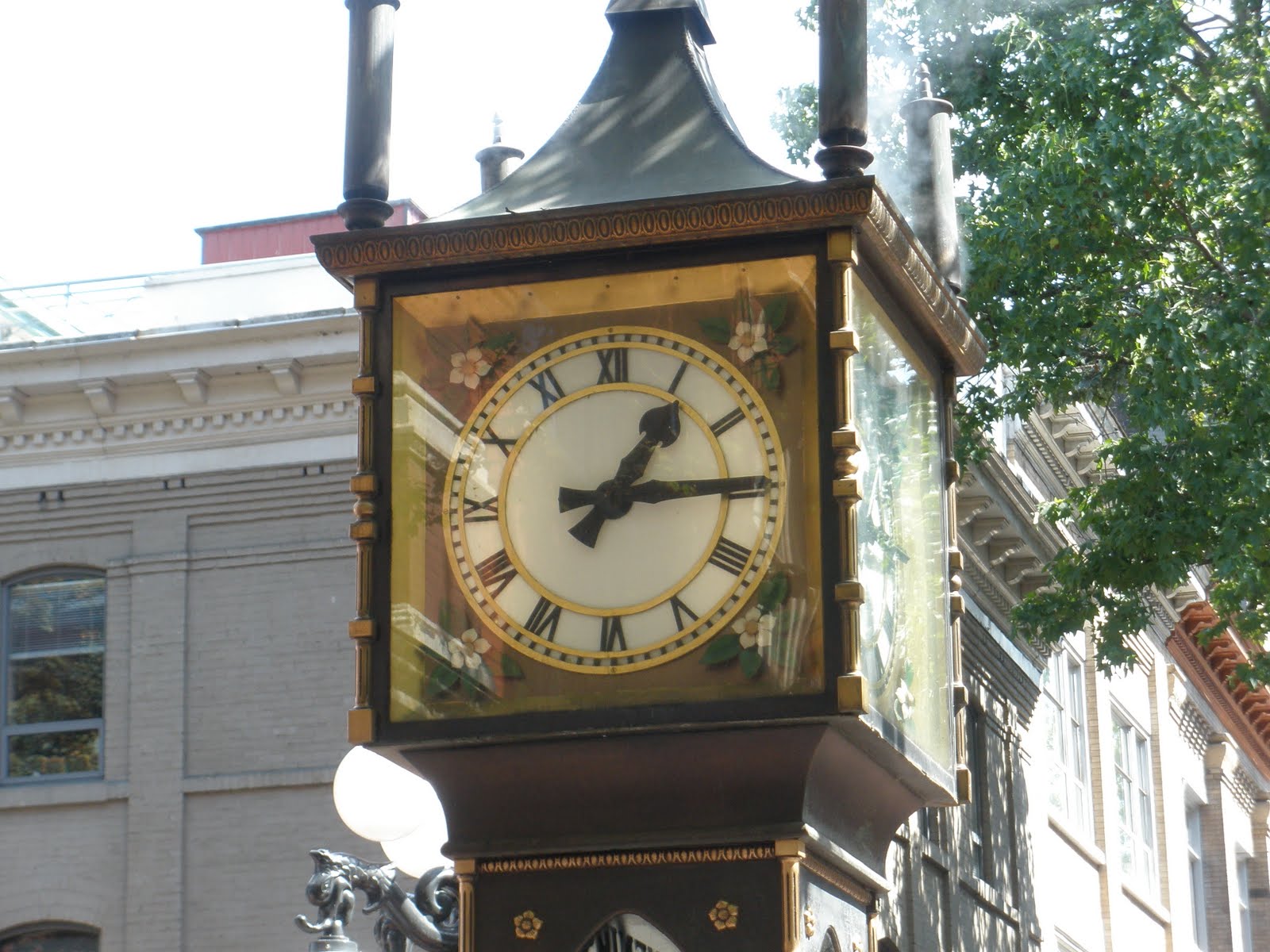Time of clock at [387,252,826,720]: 1:14
